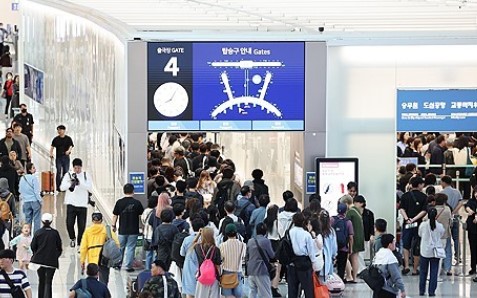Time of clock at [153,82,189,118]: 8:04
